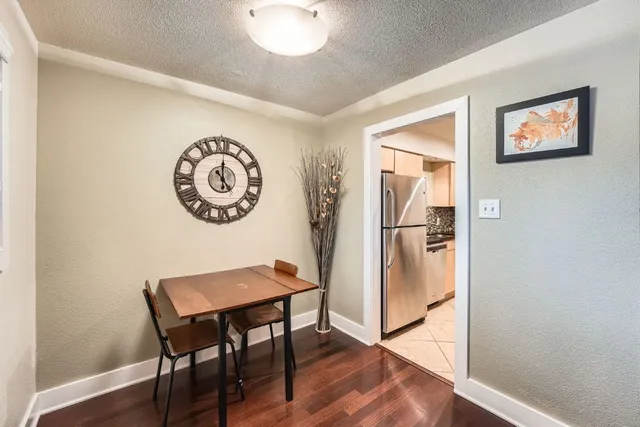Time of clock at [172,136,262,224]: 5:00
